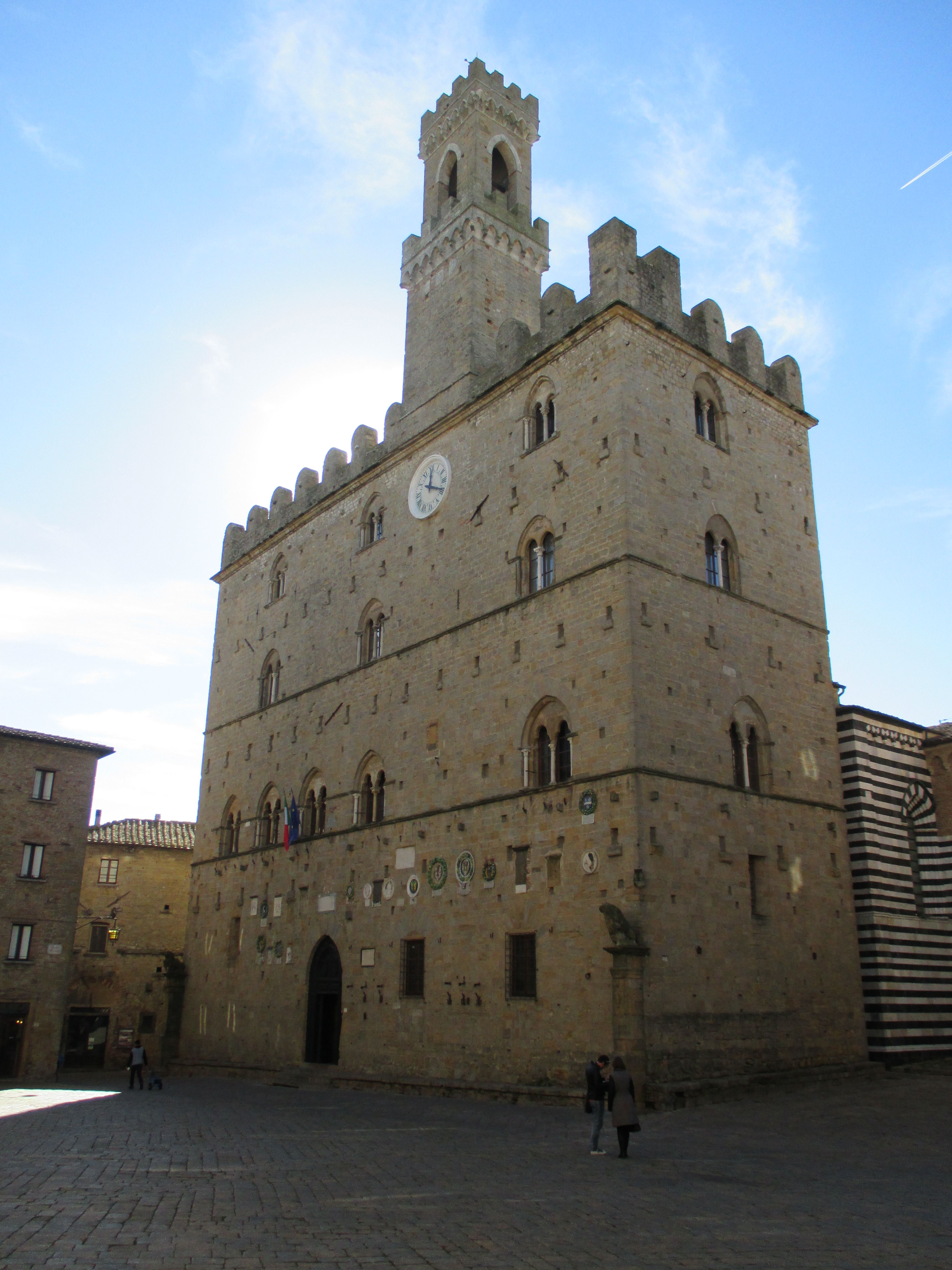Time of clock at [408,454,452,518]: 12:19
